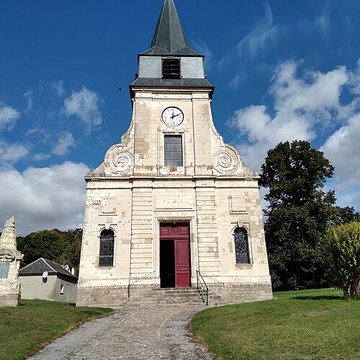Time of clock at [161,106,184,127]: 12:11
